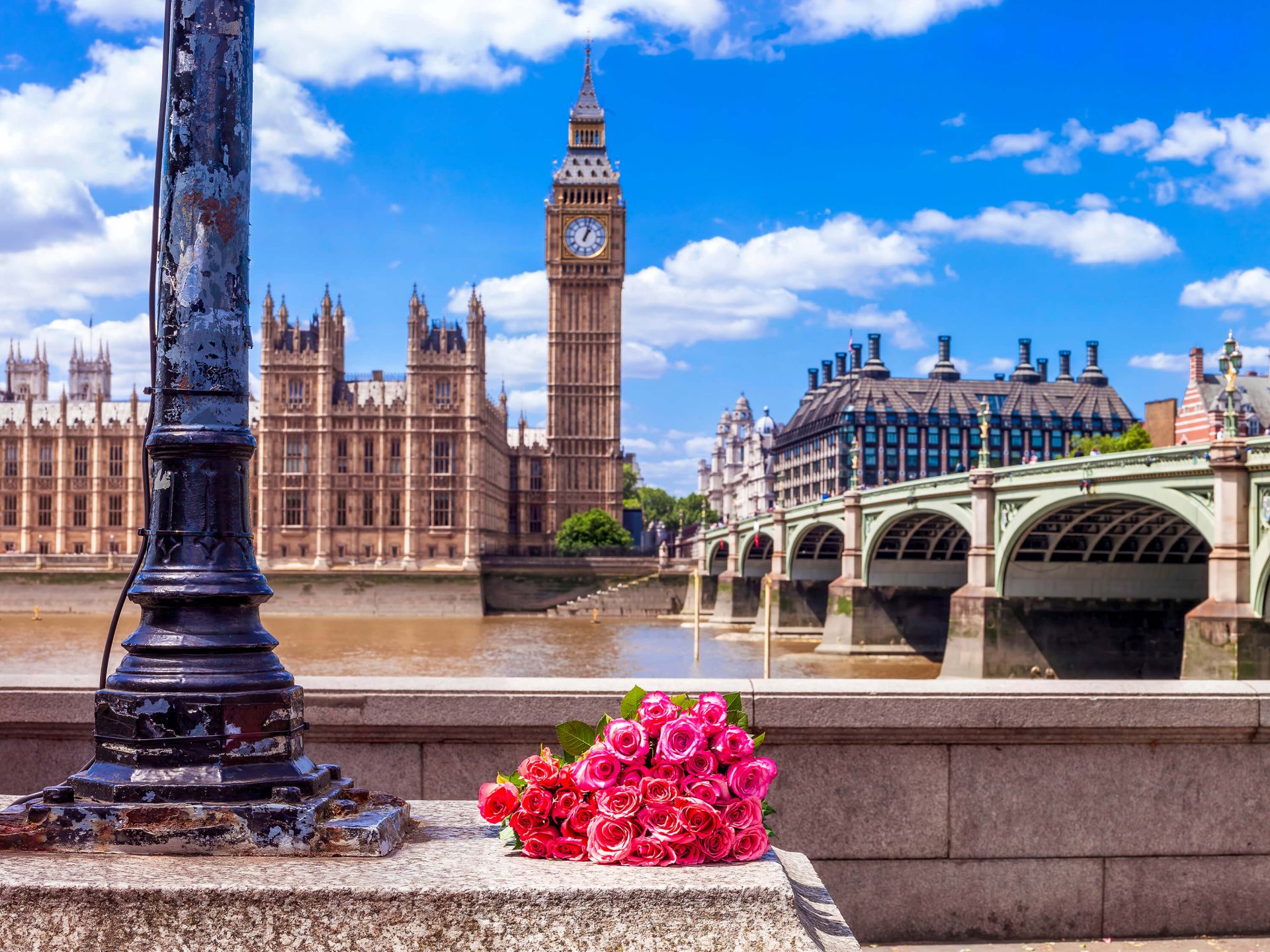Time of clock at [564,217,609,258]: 1:02
